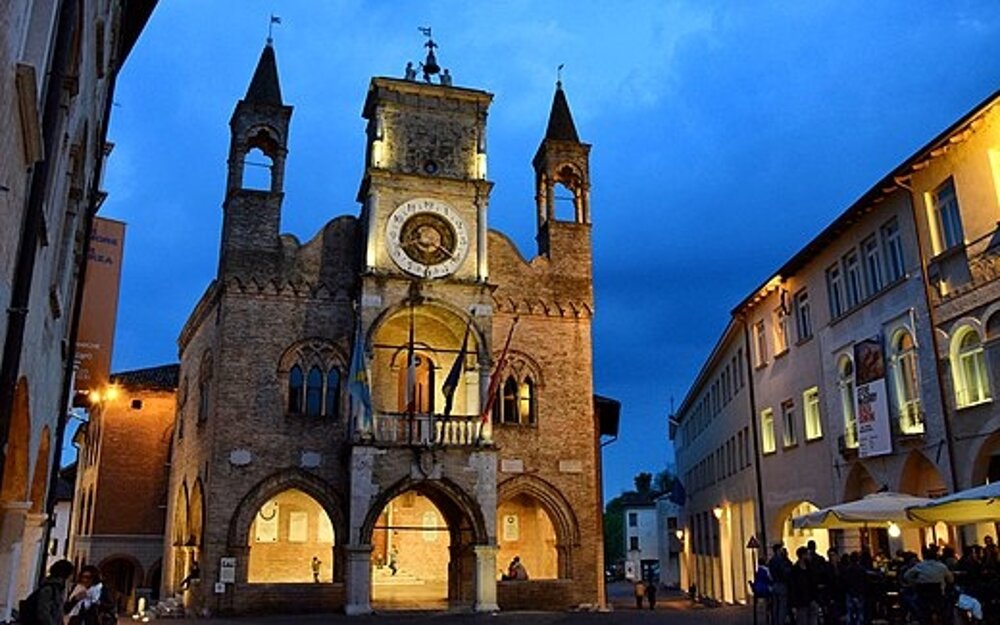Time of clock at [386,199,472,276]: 8:20
